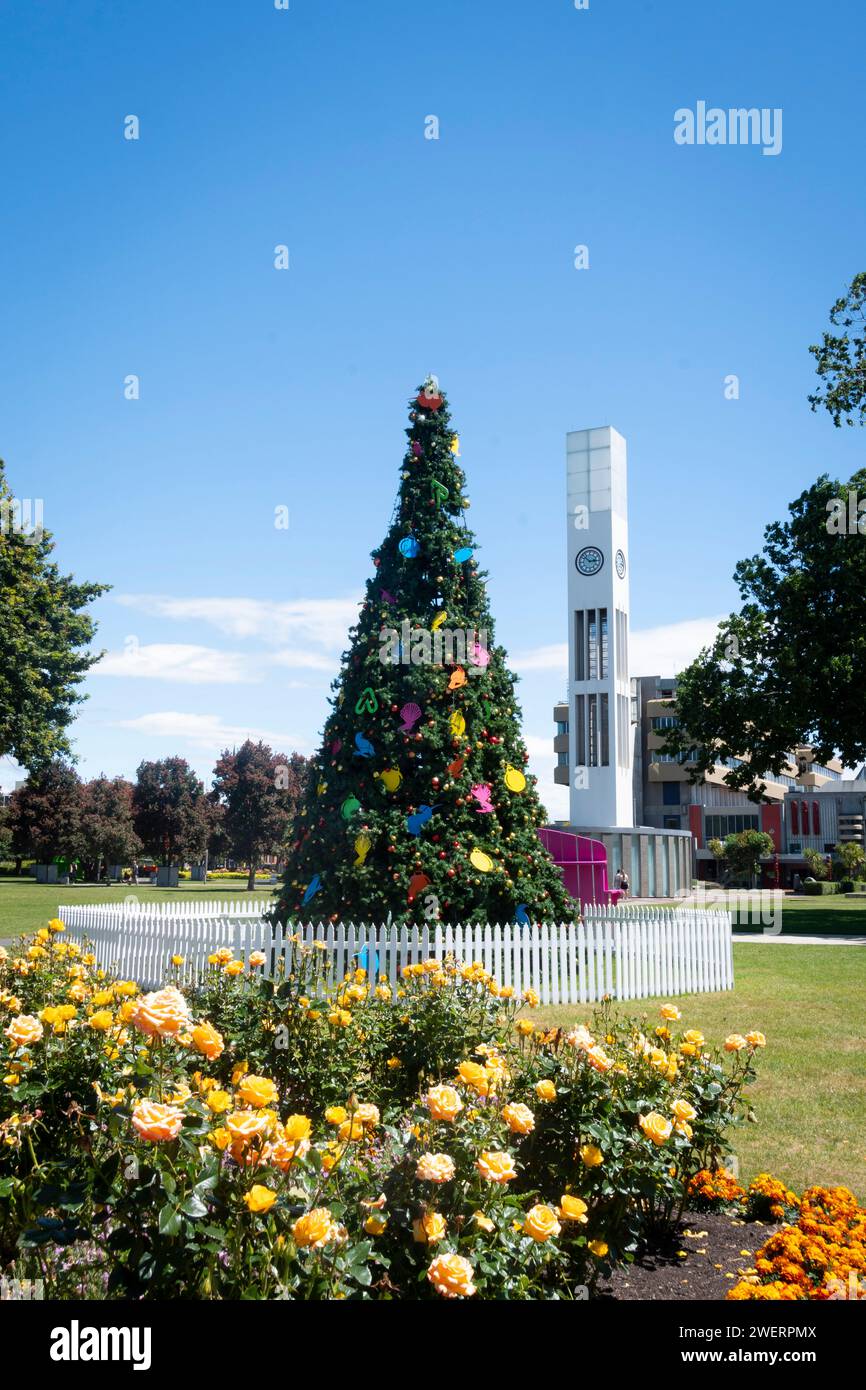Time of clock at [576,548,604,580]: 2:52
